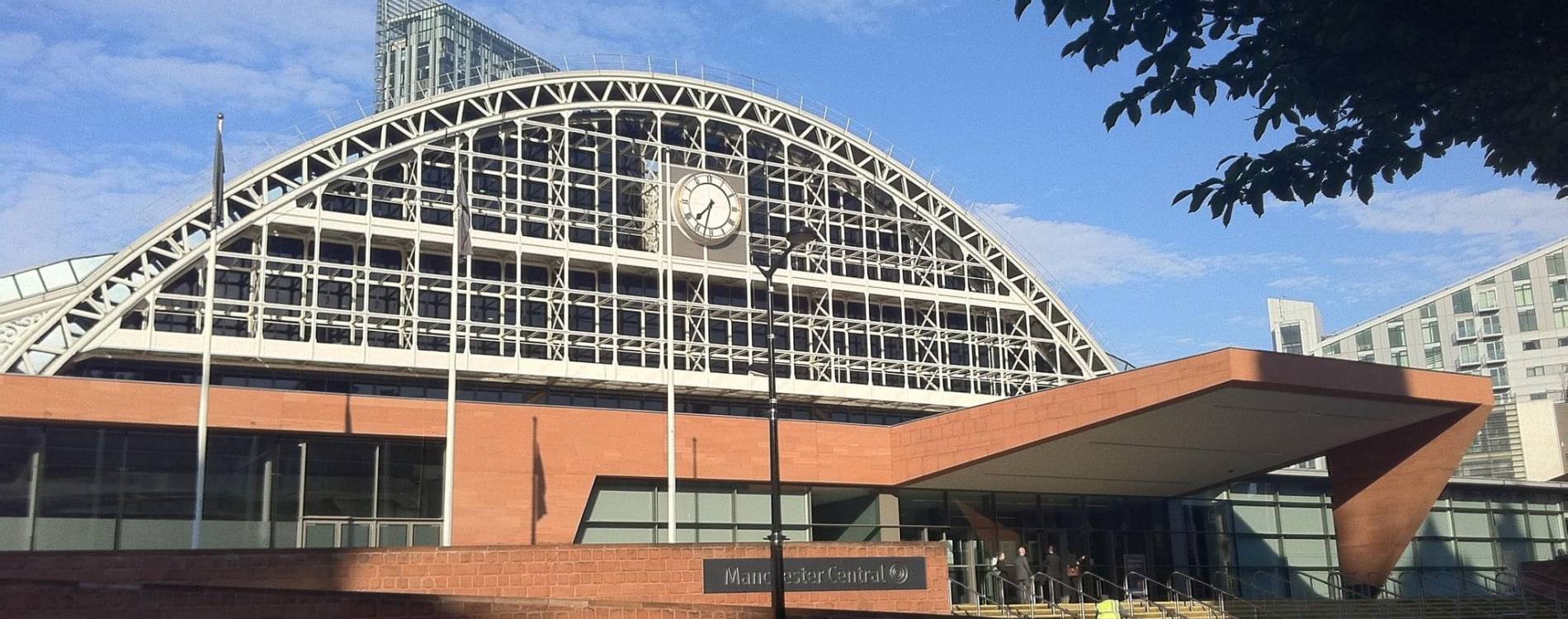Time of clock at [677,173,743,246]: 7:32
